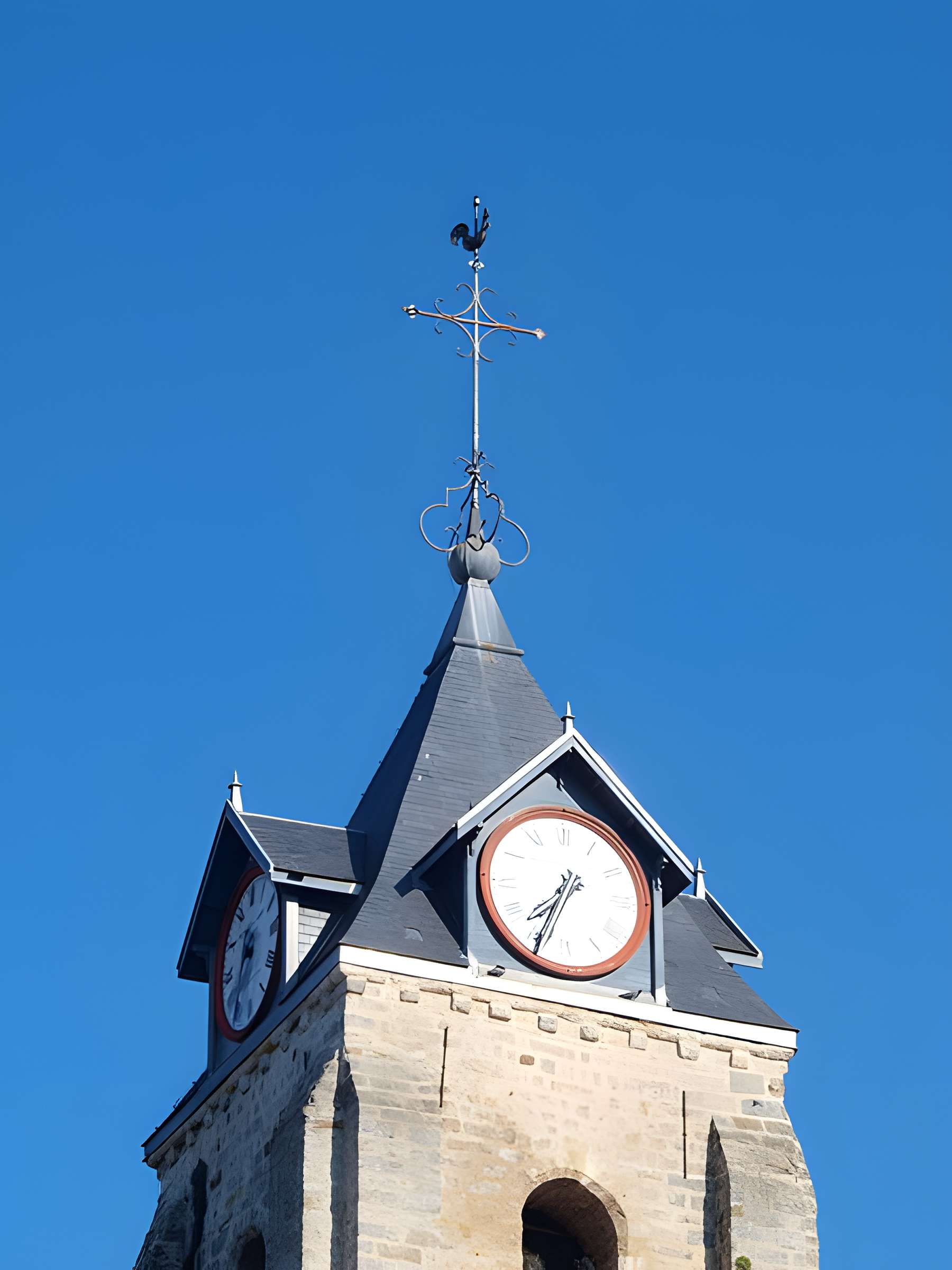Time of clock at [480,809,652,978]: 7:34
